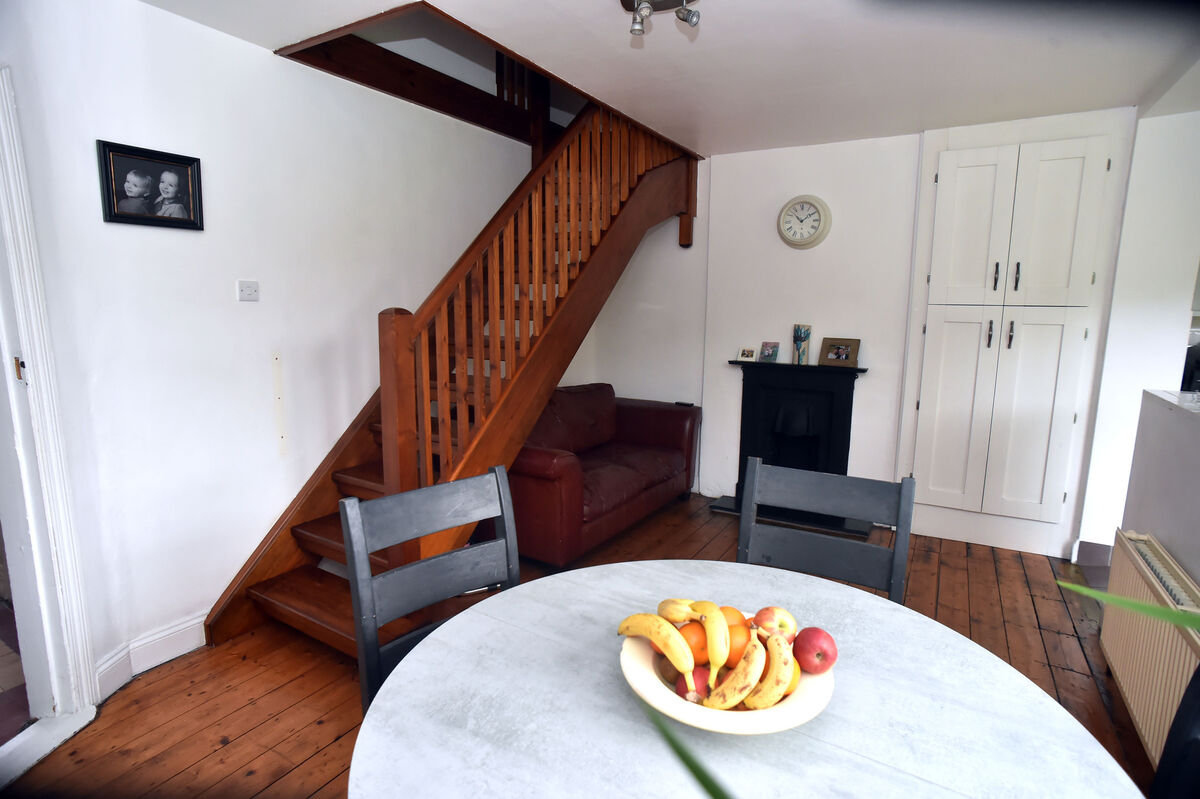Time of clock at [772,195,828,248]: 1:52
